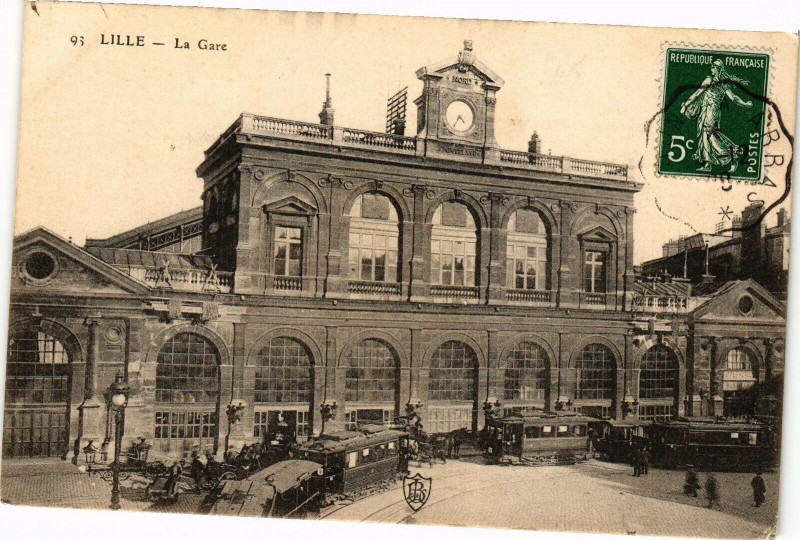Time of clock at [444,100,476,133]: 4:35
